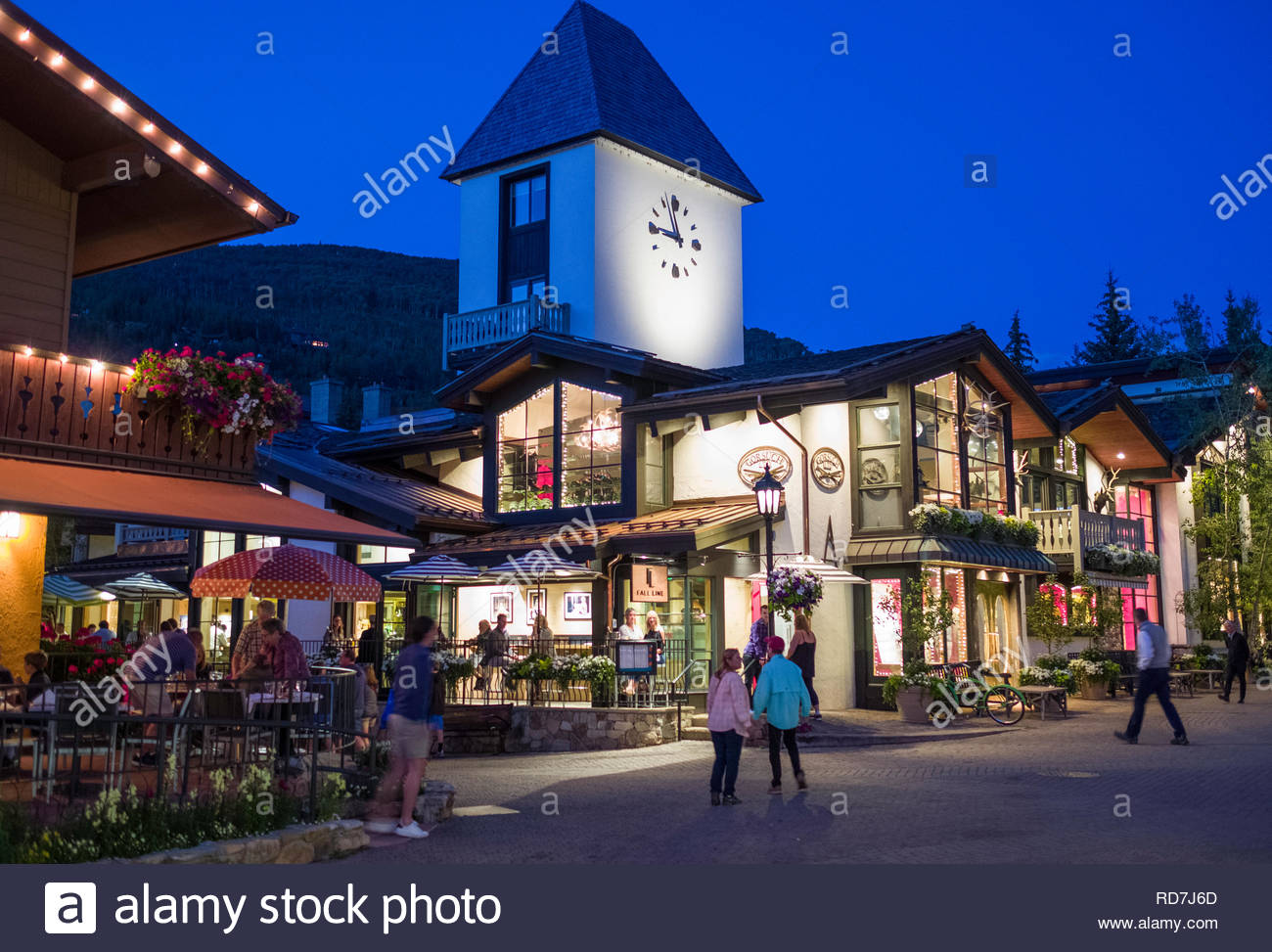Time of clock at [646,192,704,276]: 8:57
